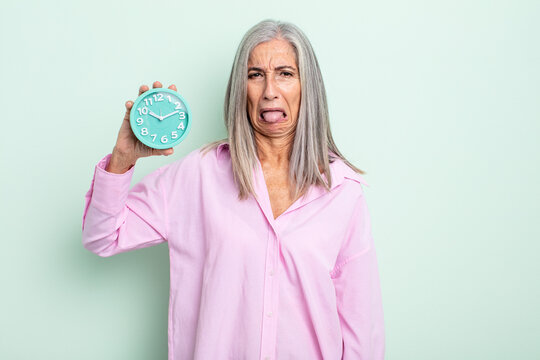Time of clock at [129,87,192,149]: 10:12
